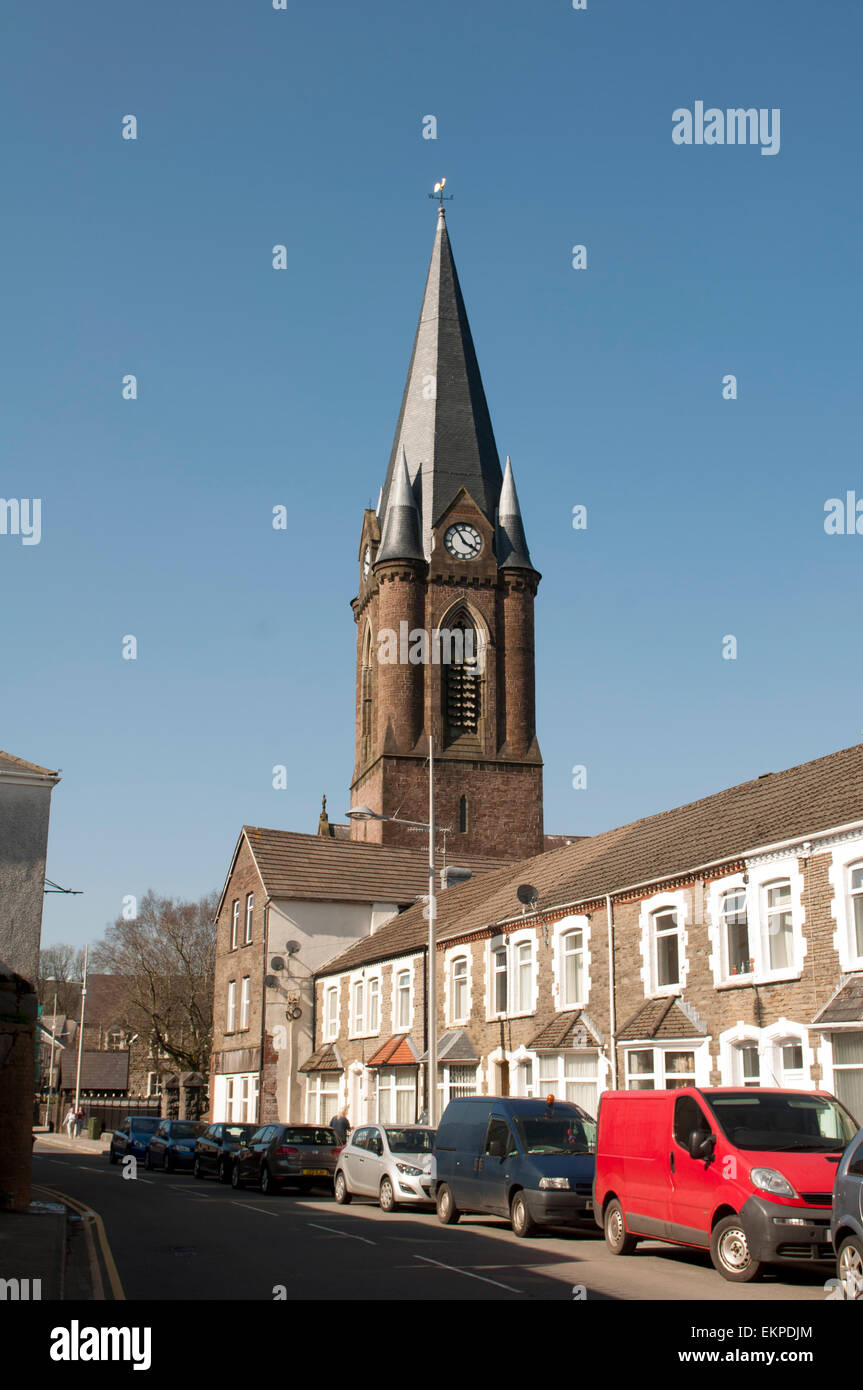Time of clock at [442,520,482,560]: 3:54
